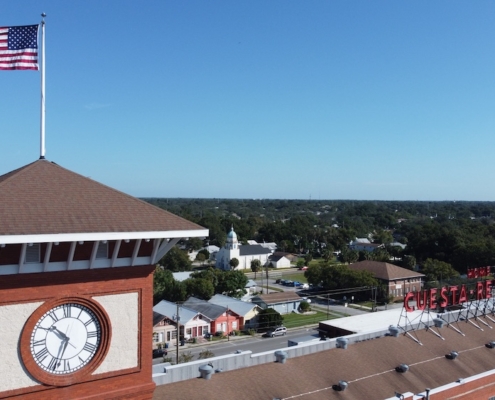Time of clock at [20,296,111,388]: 10:33
